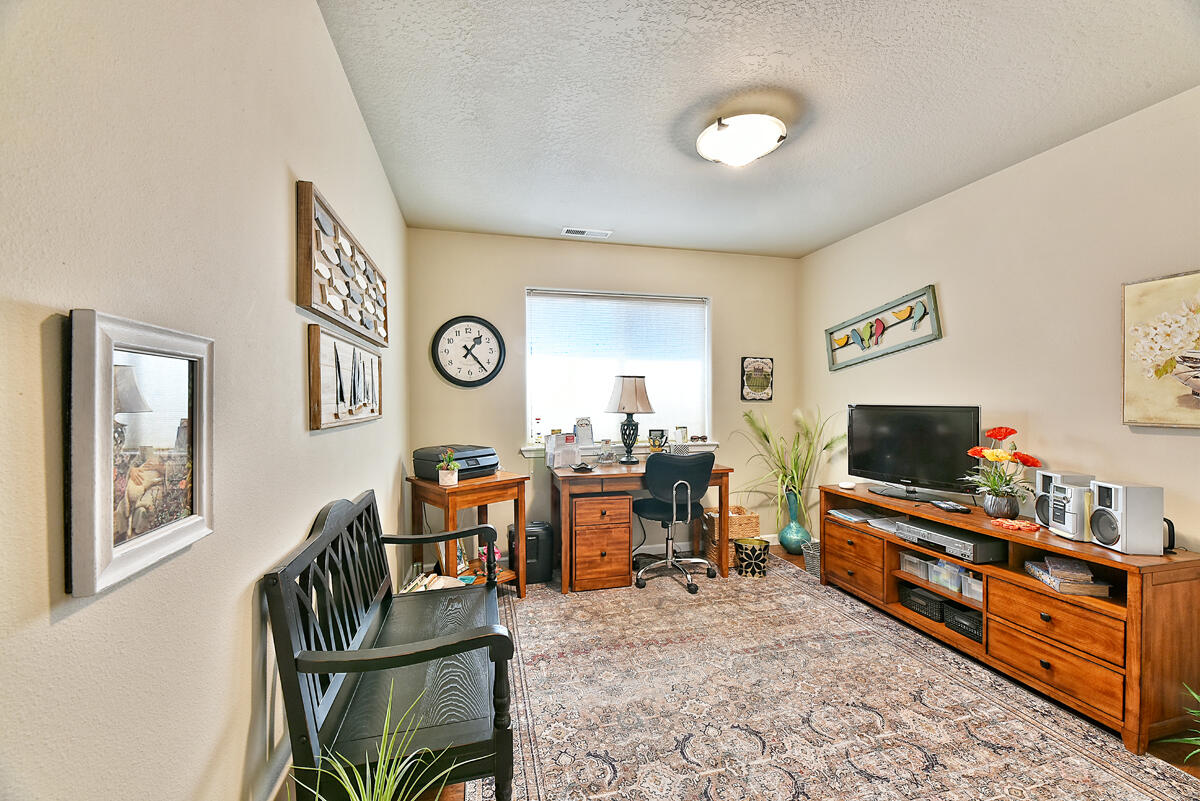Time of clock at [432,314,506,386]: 1:23
